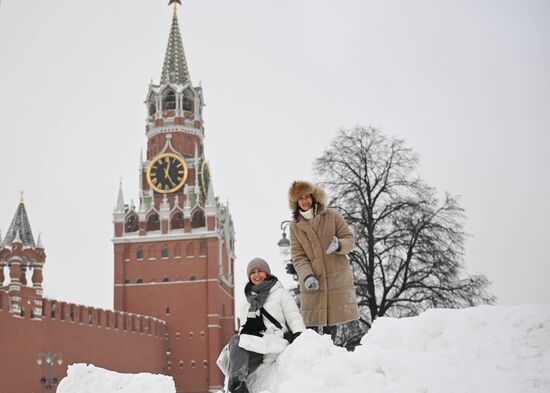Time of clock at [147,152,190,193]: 12:24
